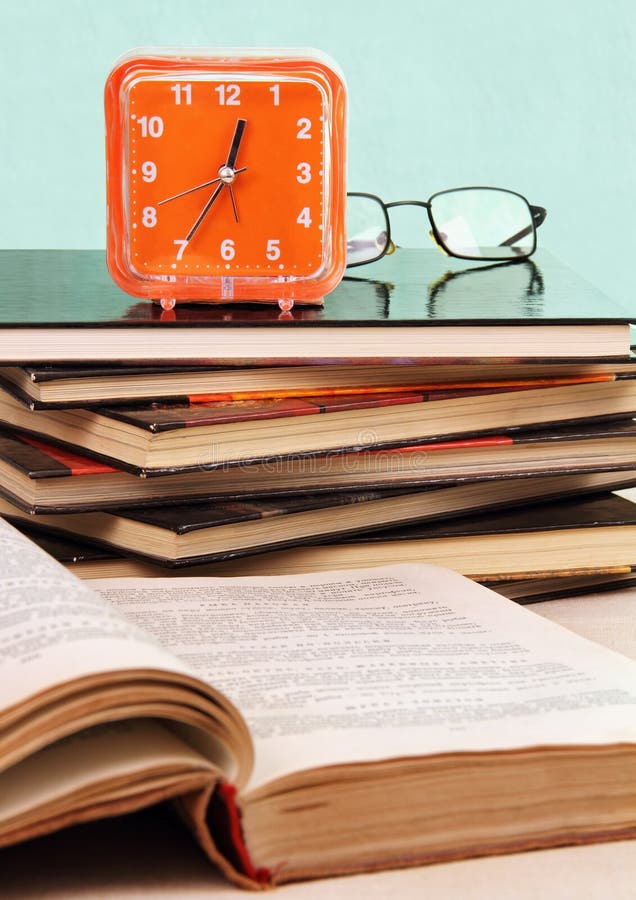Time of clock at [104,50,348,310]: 12:35
